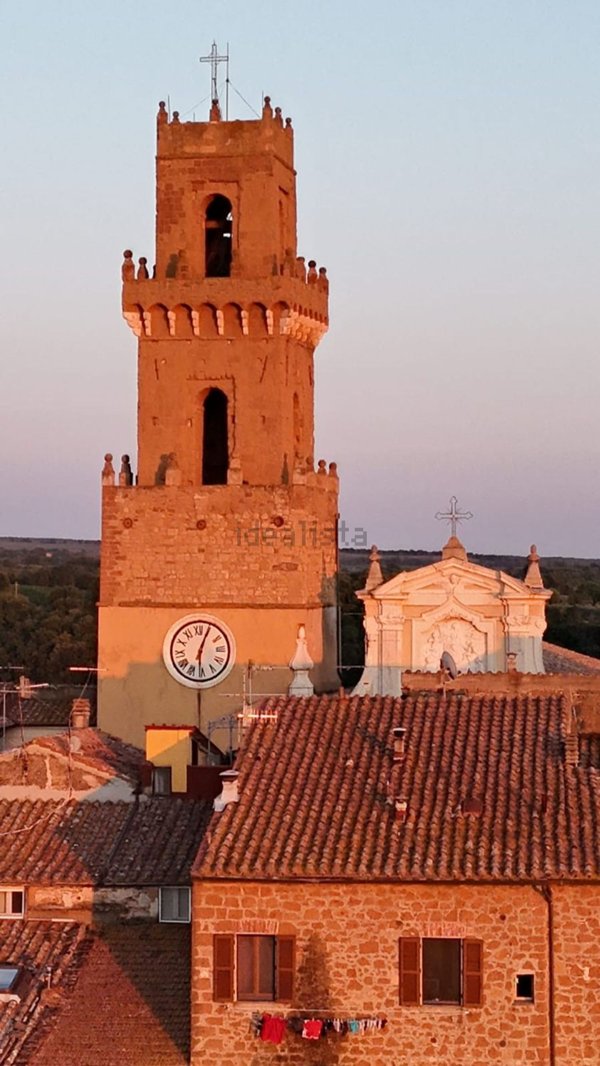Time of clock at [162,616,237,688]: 6:04
